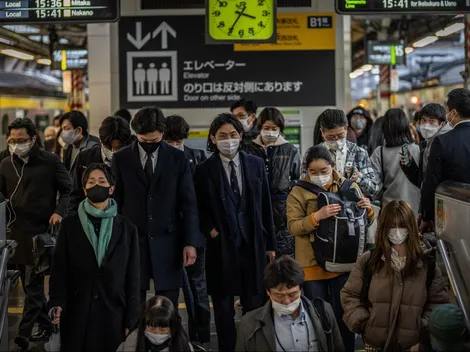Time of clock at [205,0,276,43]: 3:35
